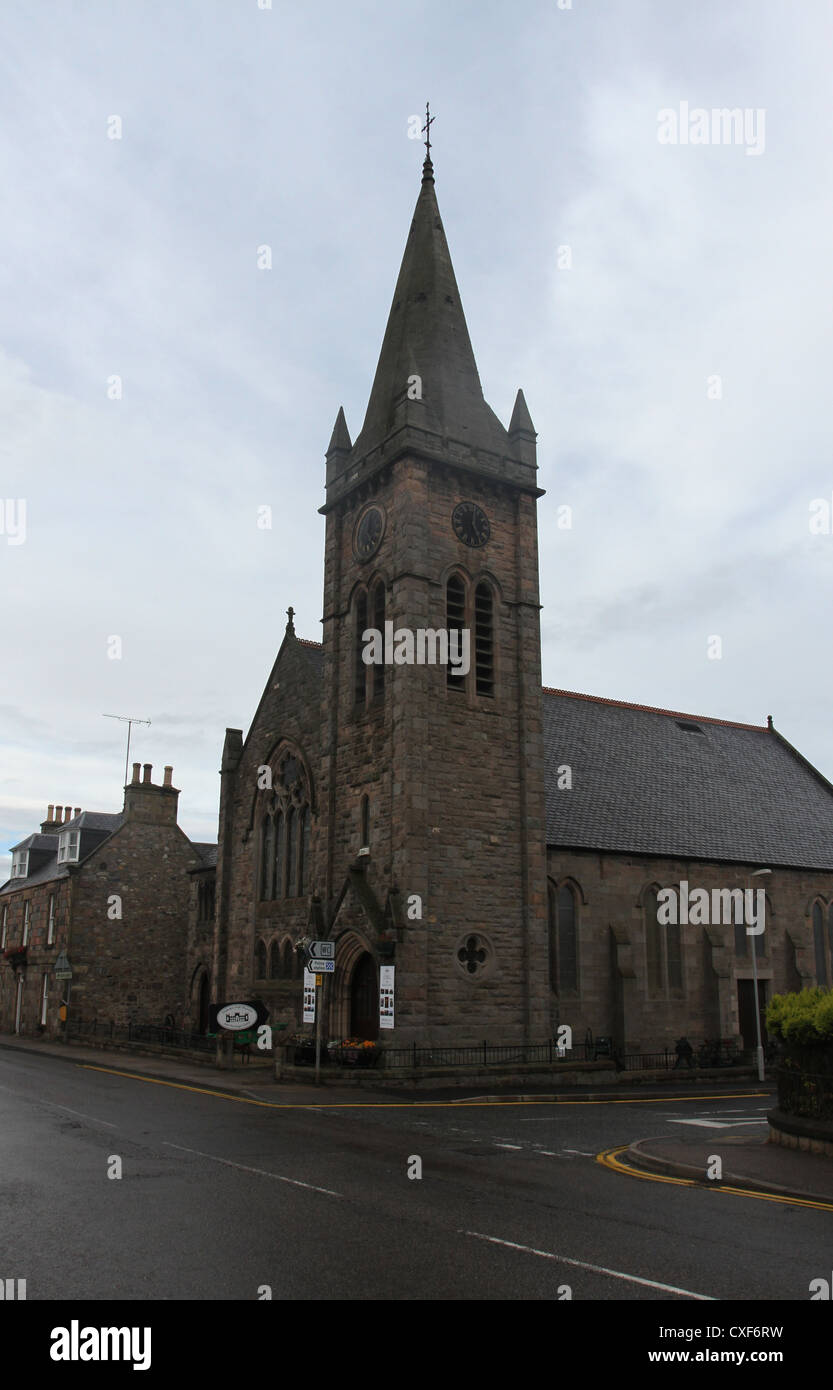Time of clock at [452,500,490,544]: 5:01
